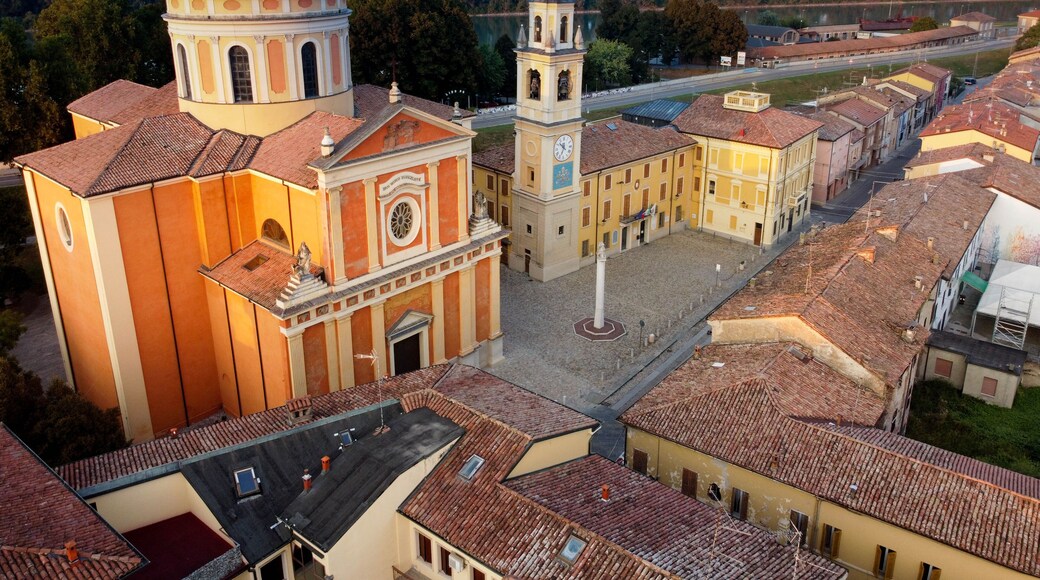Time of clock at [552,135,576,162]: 10:34
